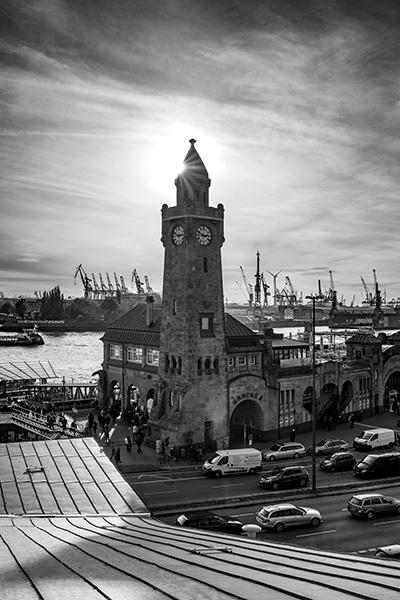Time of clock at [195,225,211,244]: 2:48
